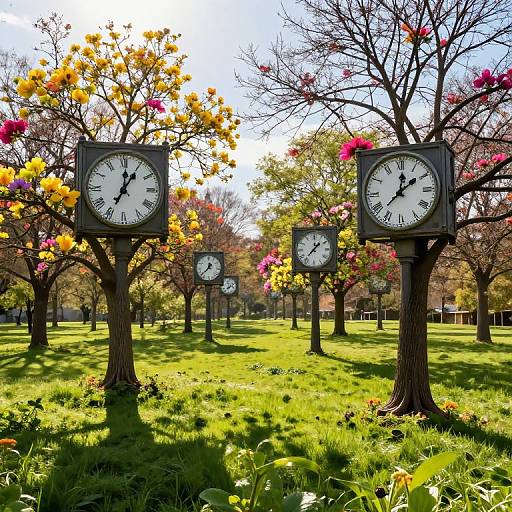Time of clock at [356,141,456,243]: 12:08
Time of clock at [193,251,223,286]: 12:37
